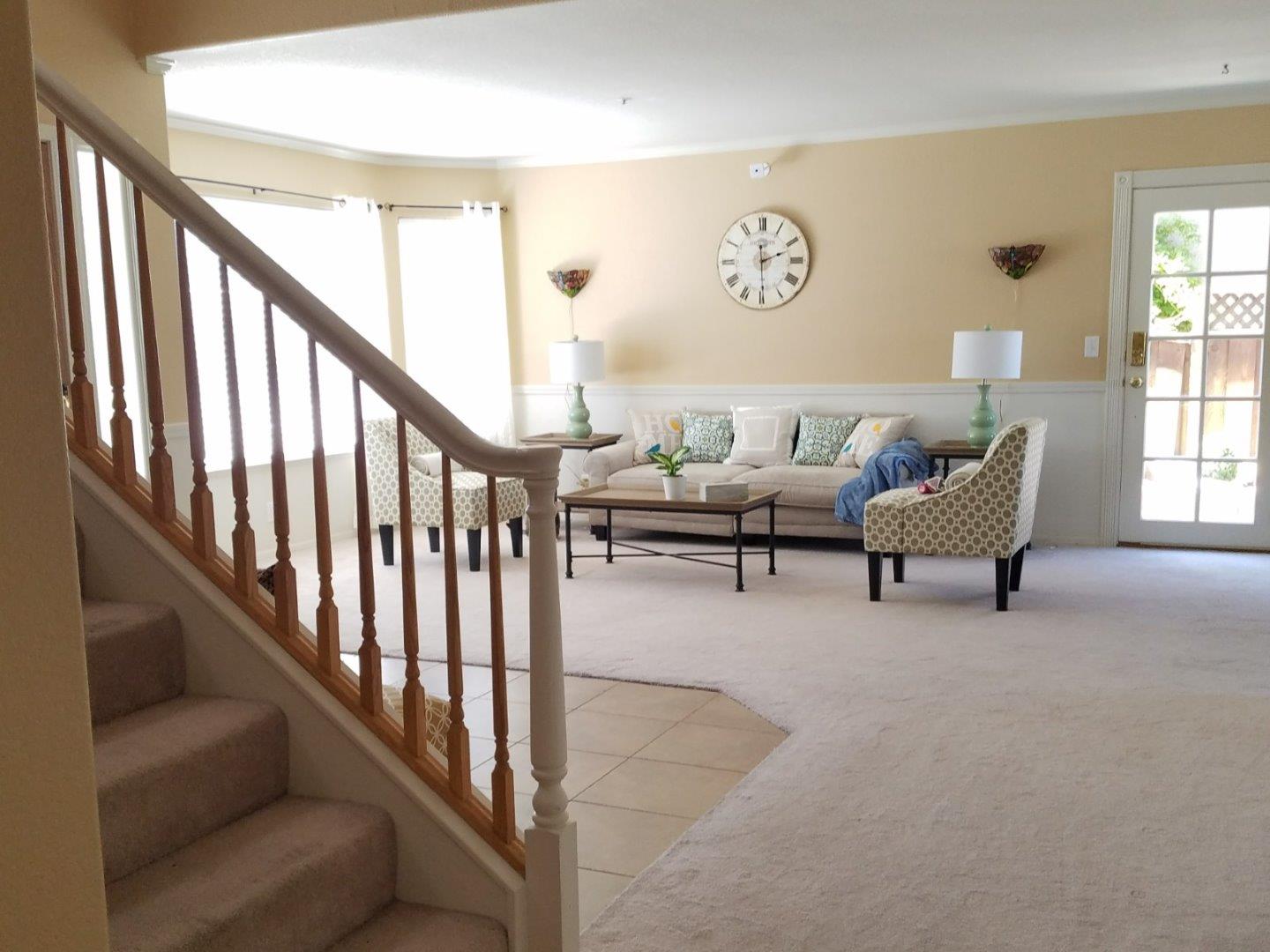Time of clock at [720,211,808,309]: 2:29
